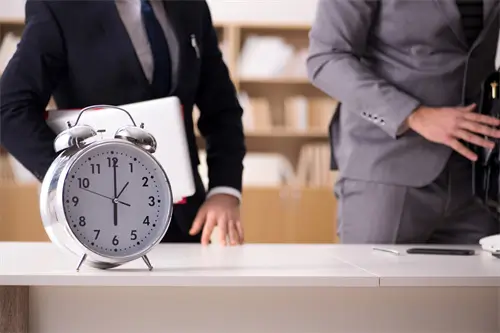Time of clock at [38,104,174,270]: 6:00
